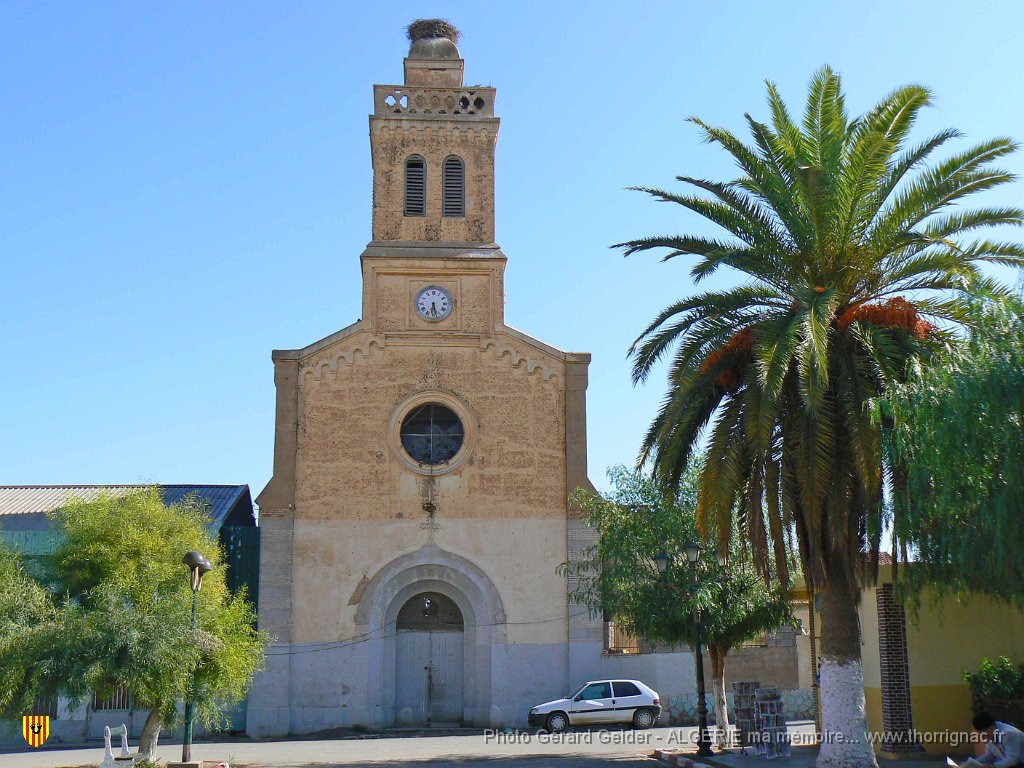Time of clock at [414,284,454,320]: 5:31
